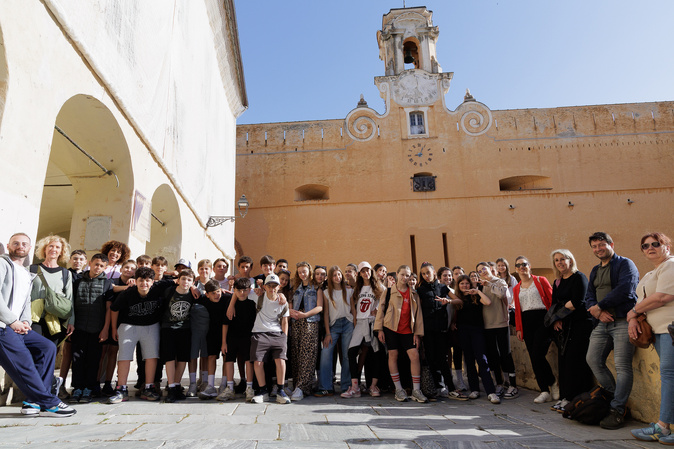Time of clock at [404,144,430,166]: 9:03
